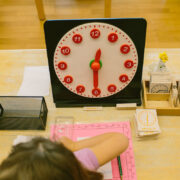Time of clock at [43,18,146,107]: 12:30
